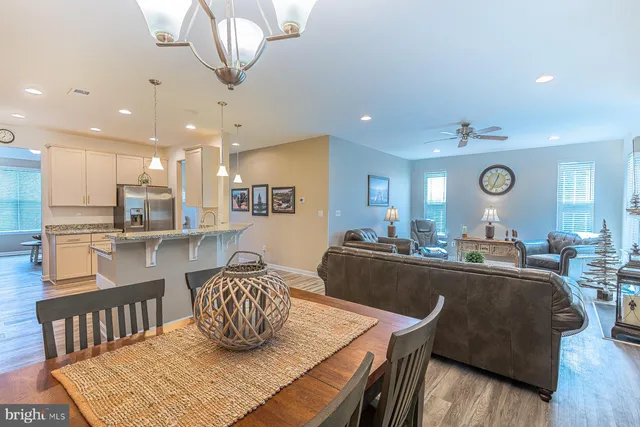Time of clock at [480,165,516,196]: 12:34
